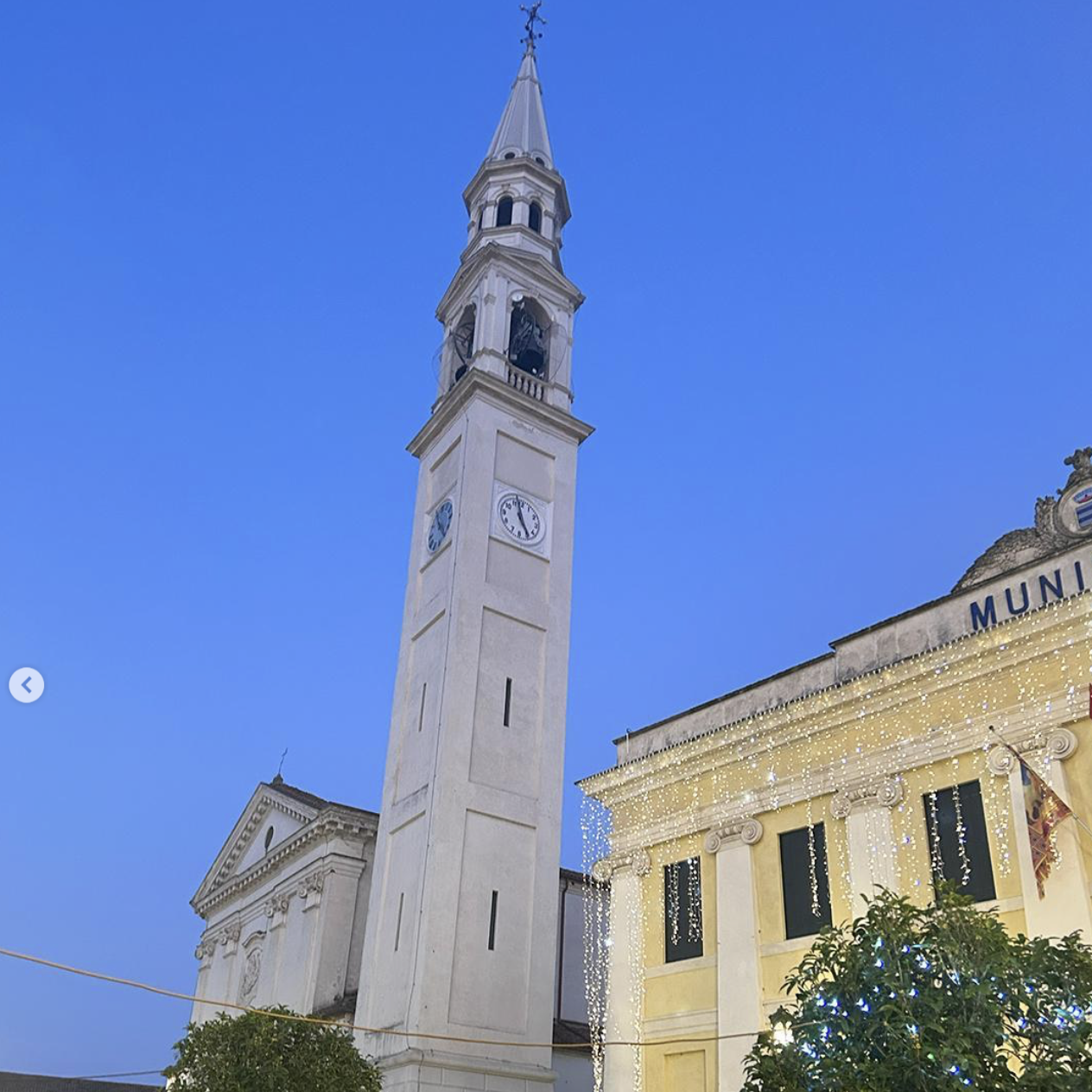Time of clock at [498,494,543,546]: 4:58
